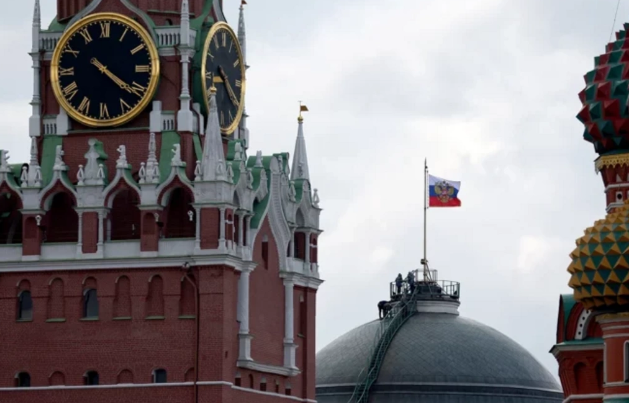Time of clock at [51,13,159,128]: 4:20
